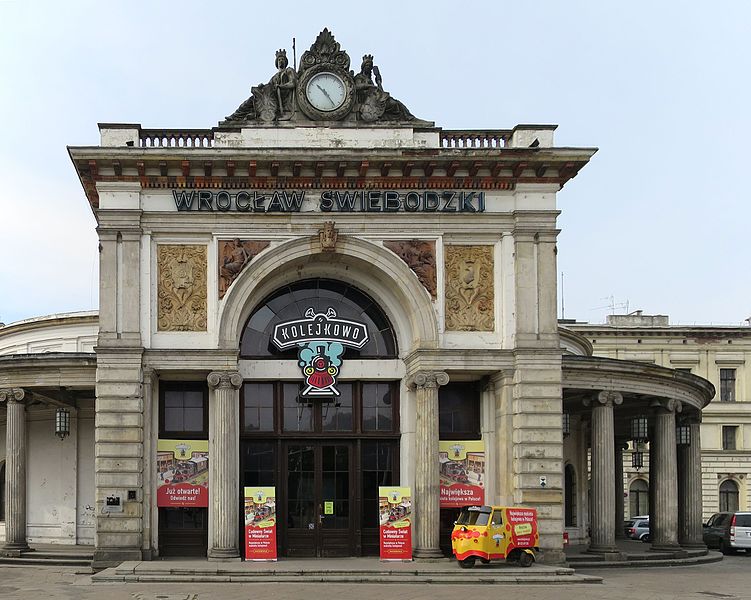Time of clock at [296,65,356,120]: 10:23
